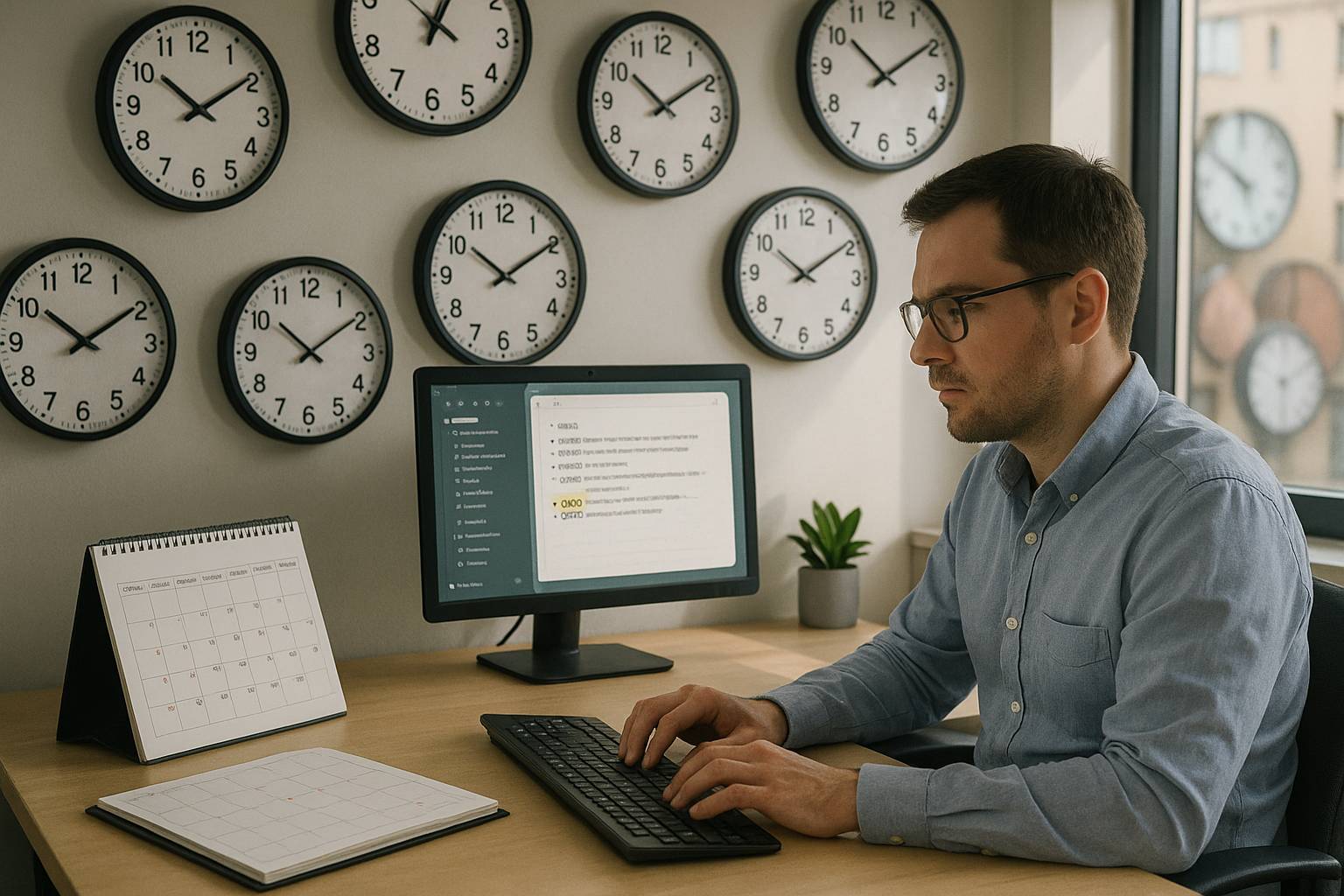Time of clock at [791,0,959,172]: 10:09
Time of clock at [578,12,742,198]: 10:09
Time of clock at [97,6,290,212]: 10:09
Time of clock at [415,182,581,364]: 10:09
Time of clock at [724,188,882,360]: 10:09
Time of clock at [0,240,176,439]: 10:09
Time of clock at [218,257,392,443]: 10:09
